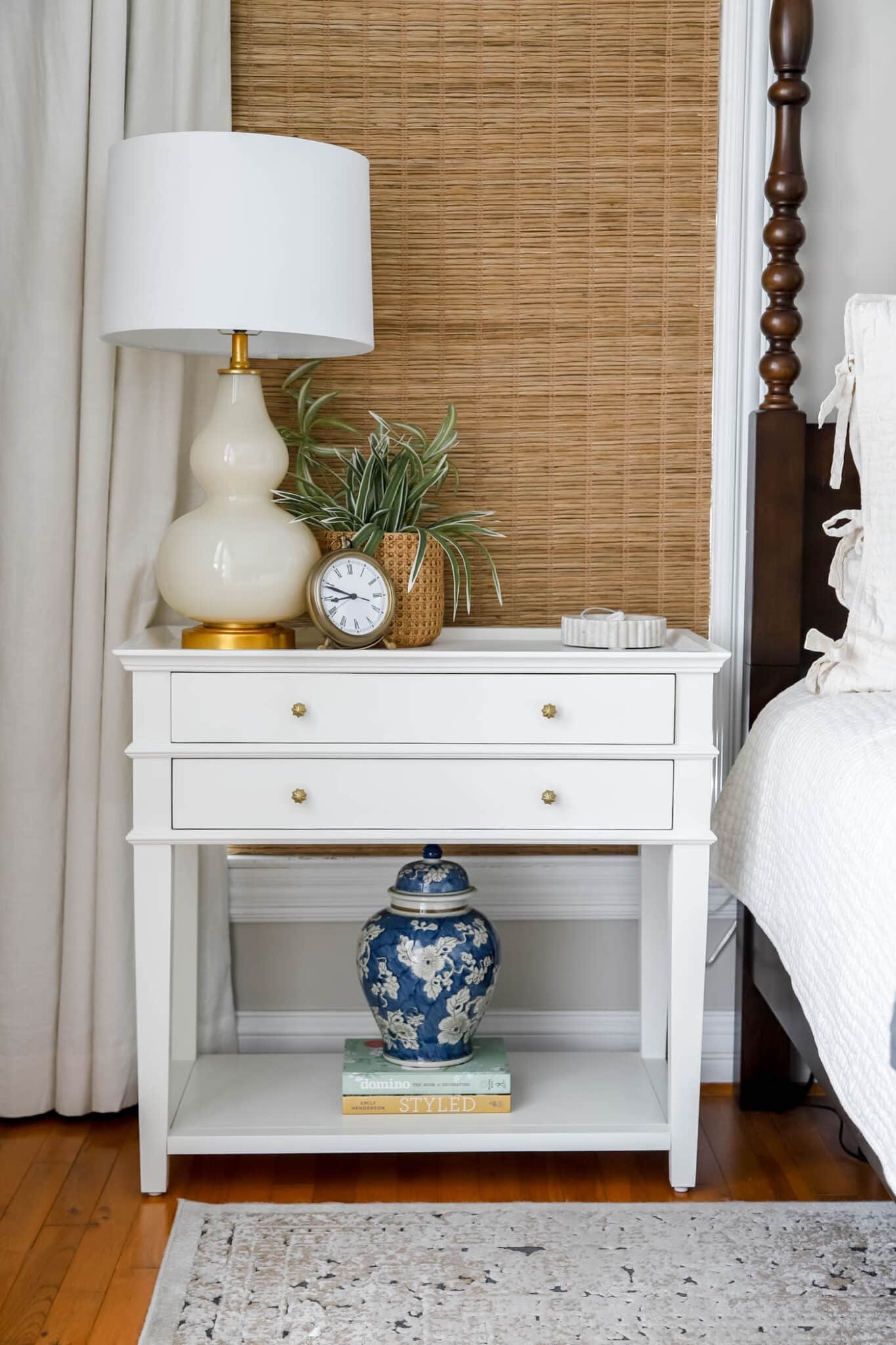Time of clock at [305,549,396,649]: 8:48
